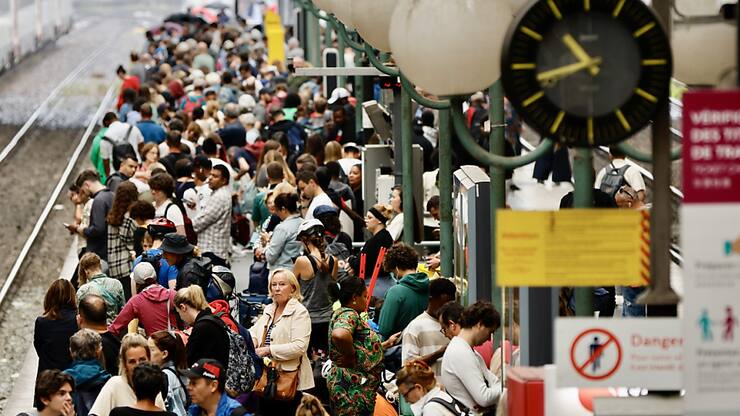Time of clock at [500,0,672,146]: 10:42
